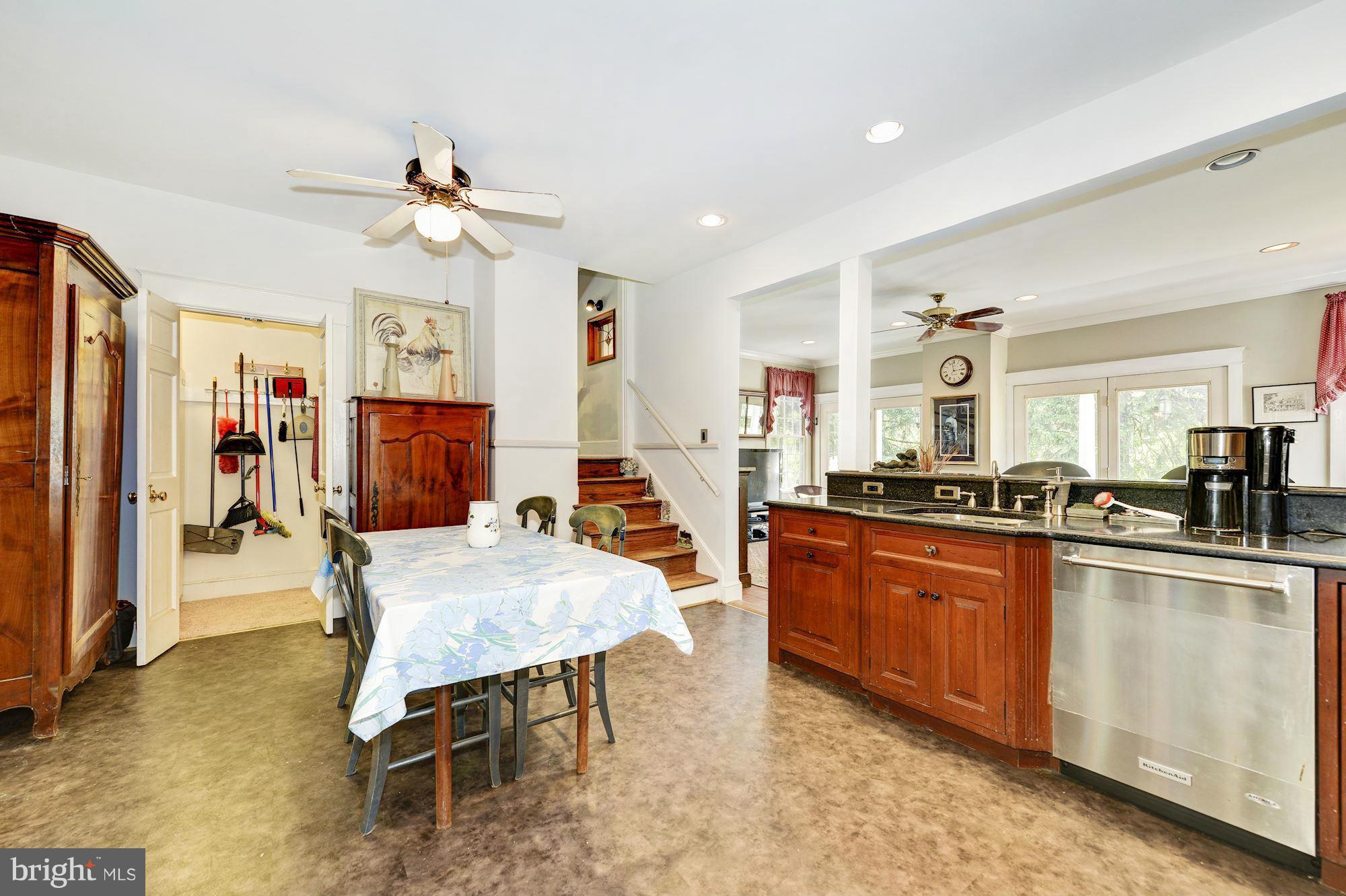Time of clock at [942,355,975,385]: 2:58
